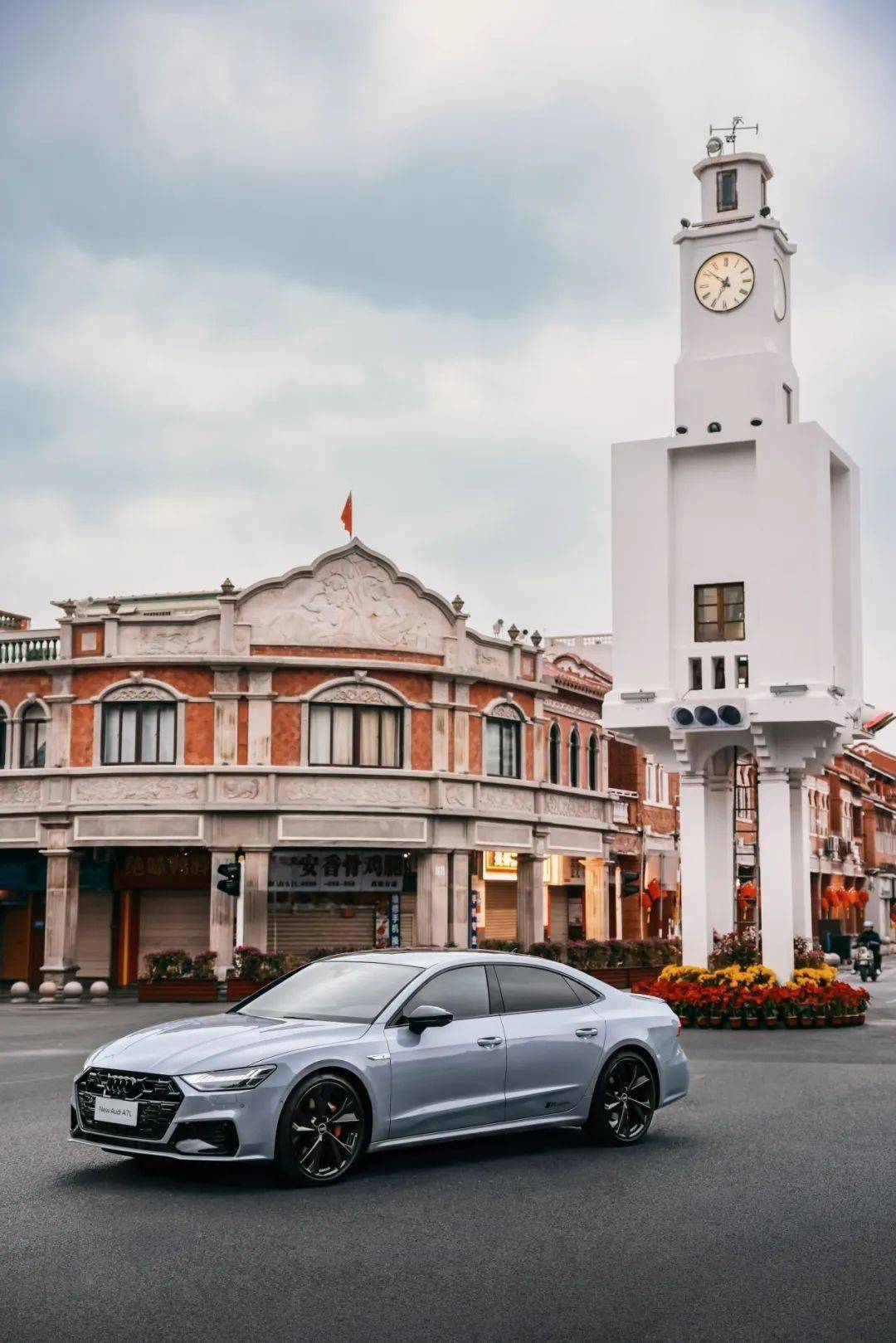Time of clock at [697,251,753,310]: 6:51
